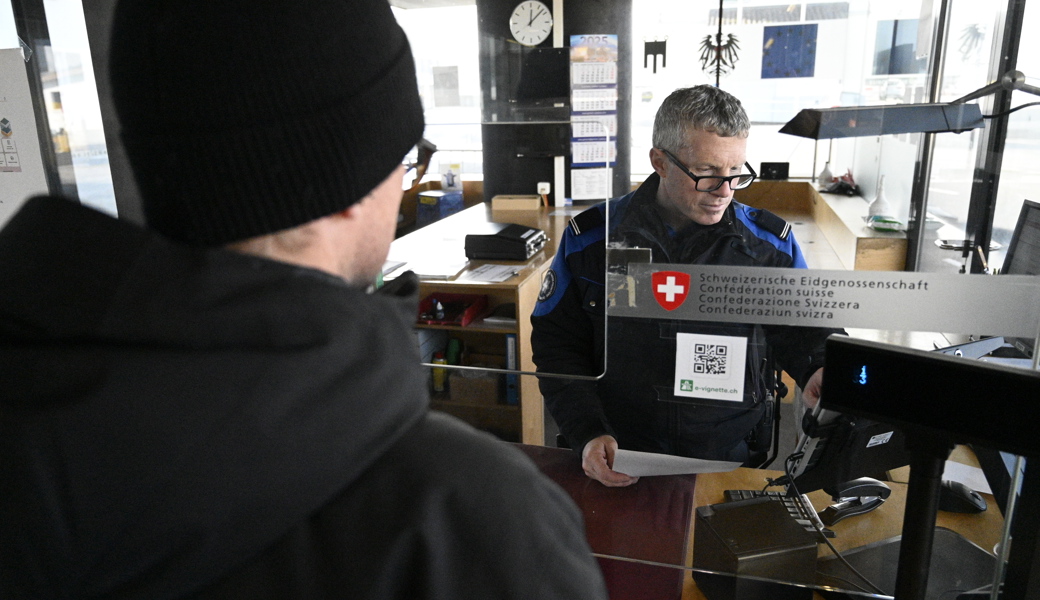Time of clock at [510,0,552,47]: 12:07
